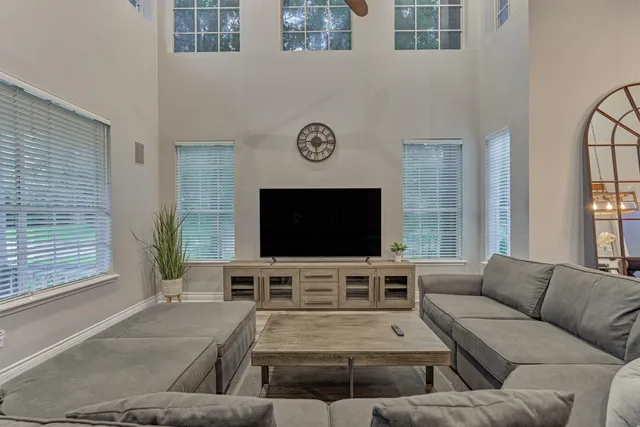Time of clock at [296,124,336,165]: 6:14
